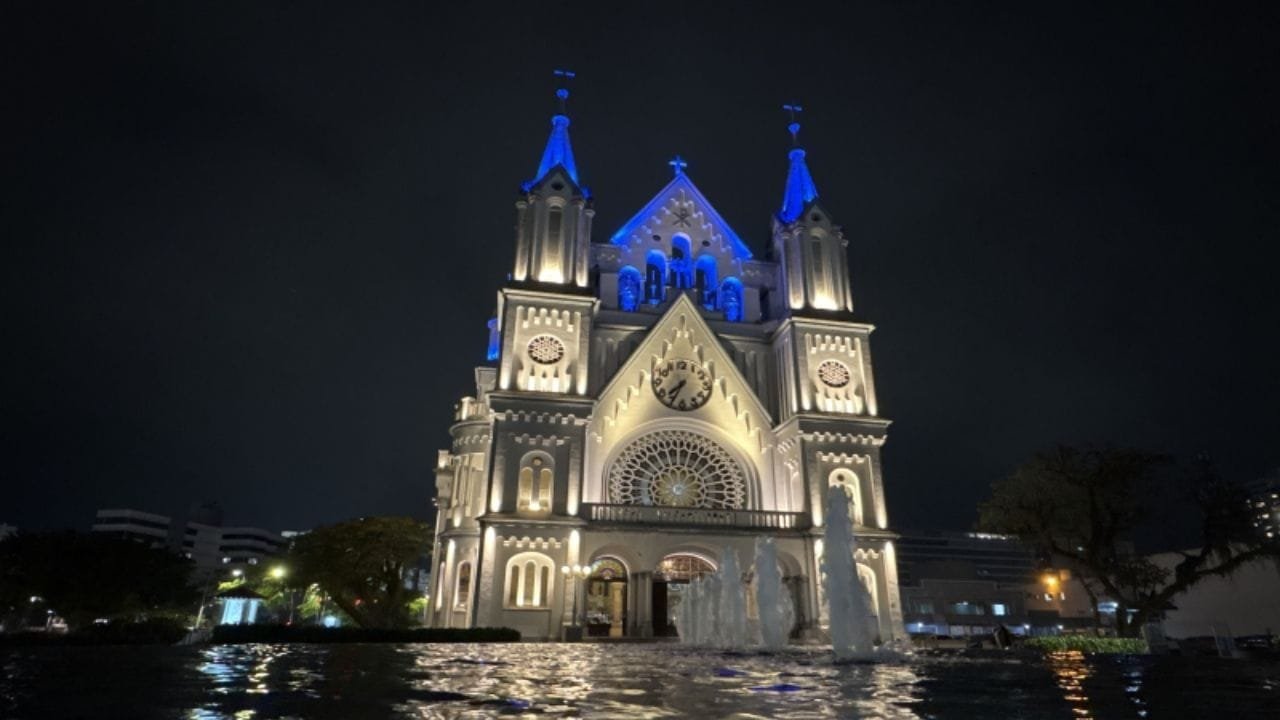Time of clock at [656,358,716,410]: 7:34
